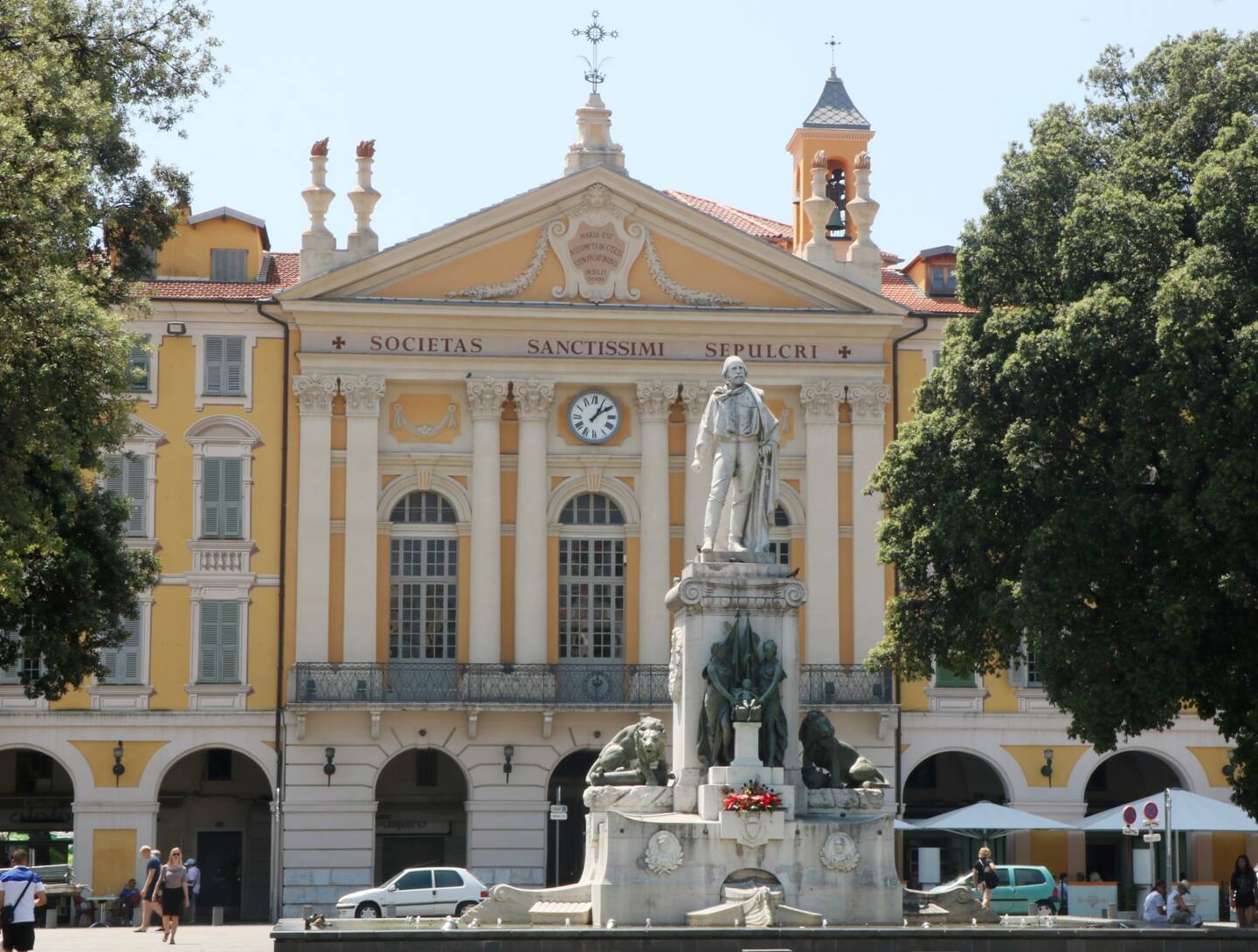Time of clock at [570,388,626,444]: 1:09
